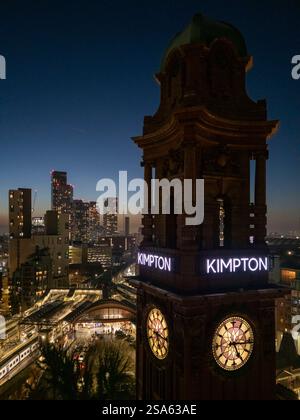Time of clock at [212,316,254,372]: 5:15
